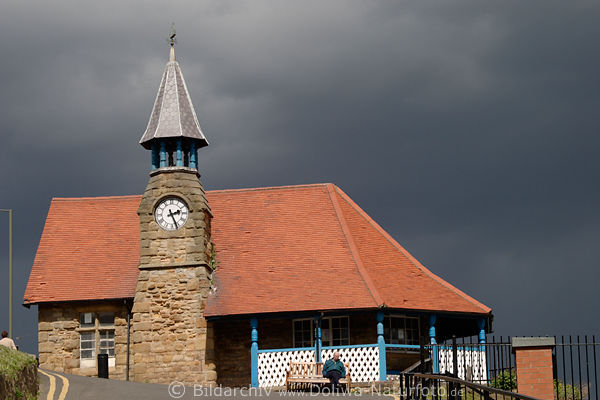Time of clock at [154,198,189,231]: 2:26
